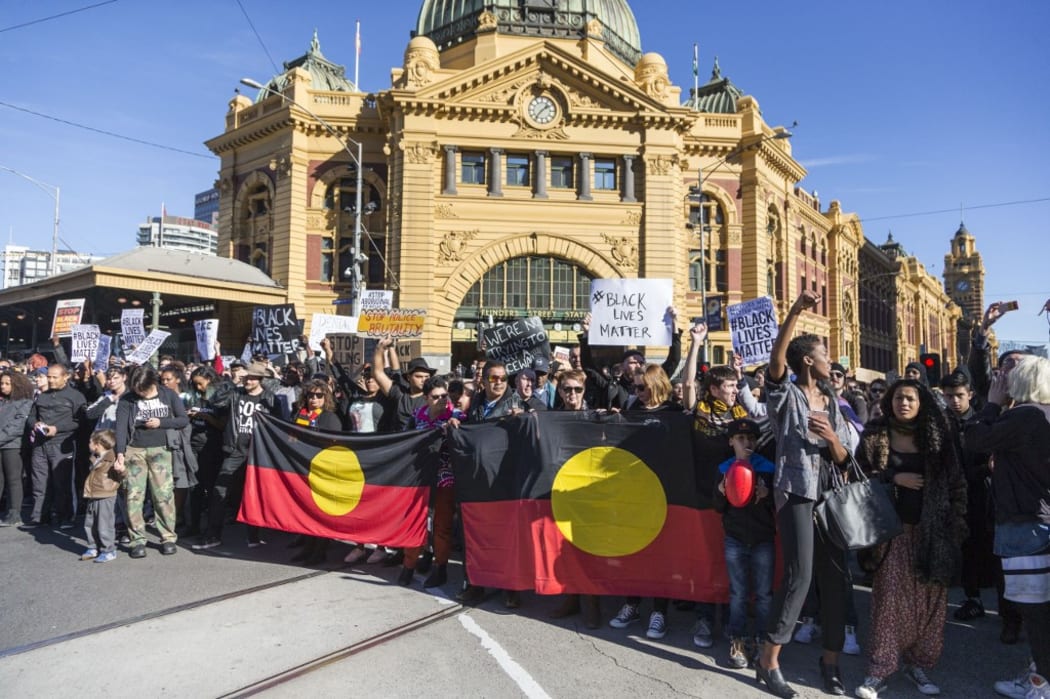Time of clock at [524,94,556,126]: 1:36
